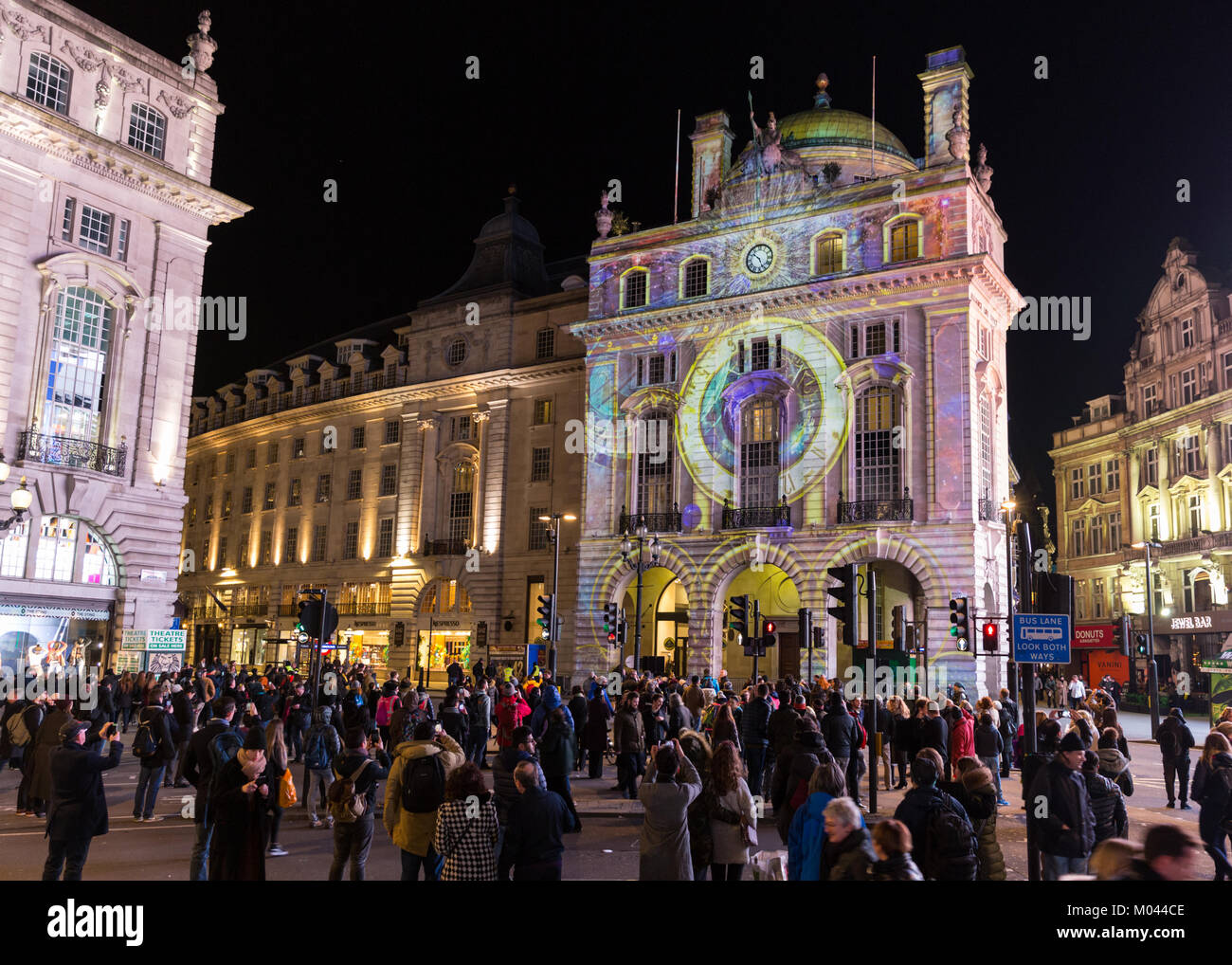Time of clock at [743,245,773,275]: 10:26
